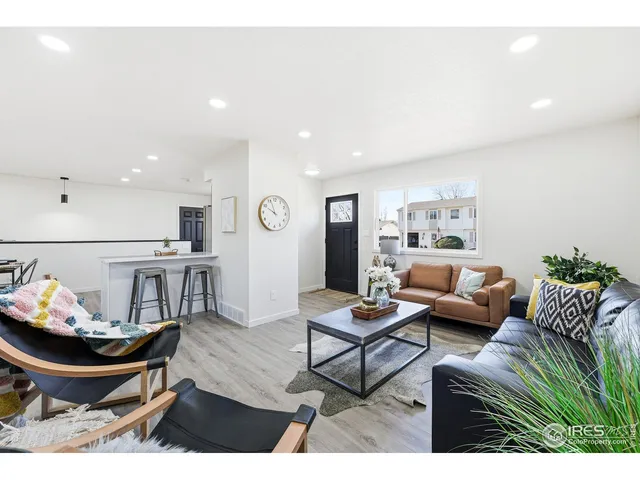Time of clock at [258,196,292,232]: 9:56
